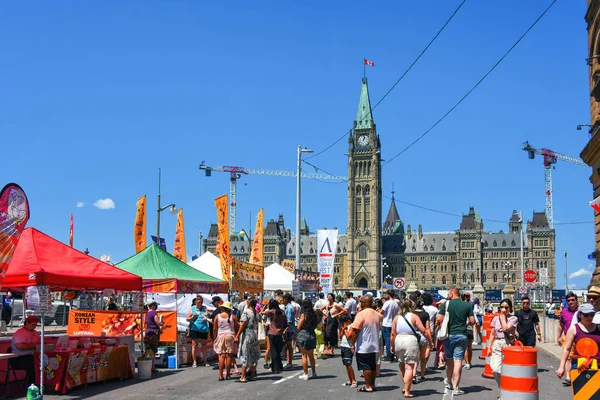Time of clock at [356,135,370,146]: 1:02
